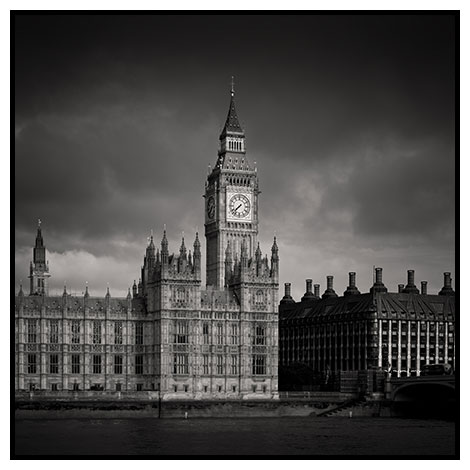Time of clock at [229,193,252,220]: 7:37
